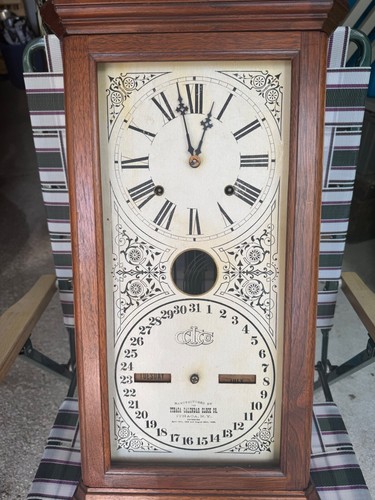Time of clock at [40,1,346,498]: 12:57
